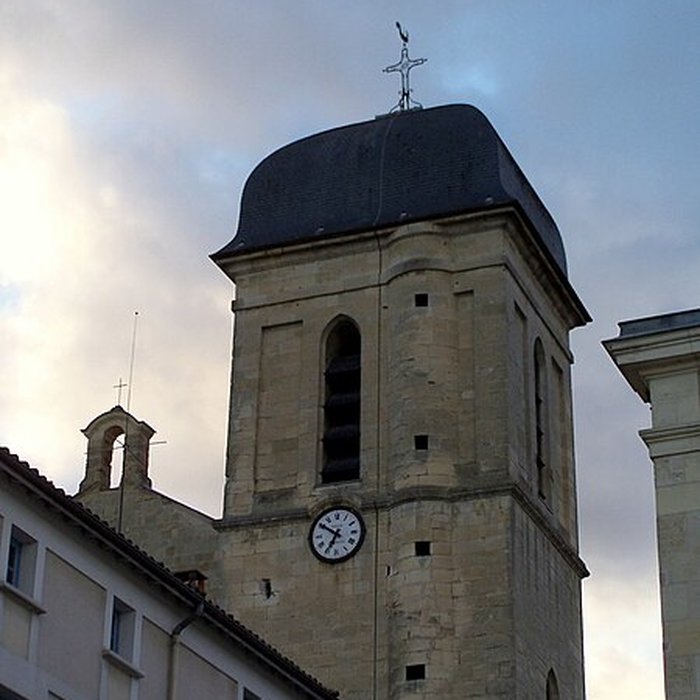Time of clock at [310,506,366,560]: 6:50
